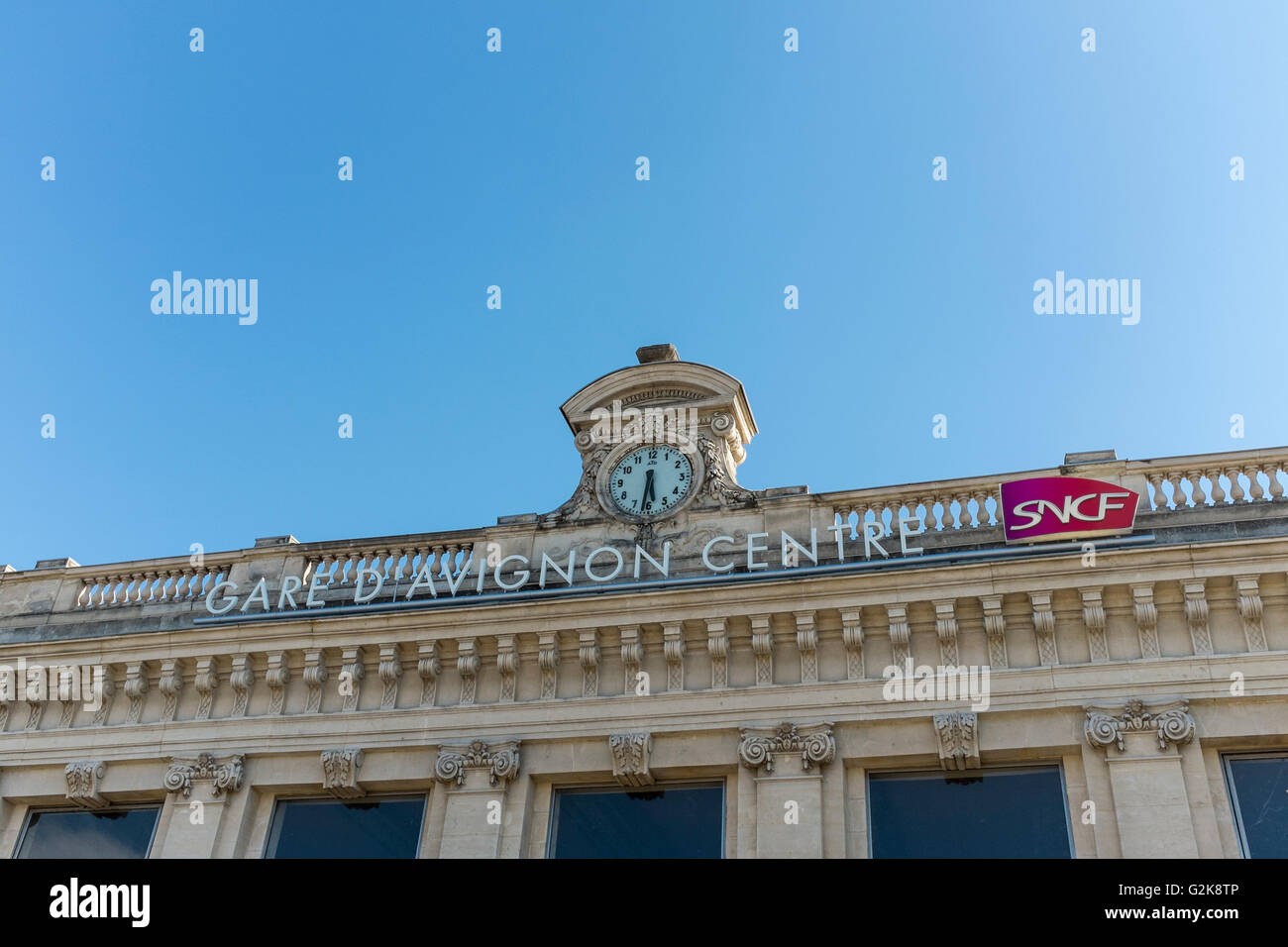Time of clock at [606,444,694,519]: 5:31
